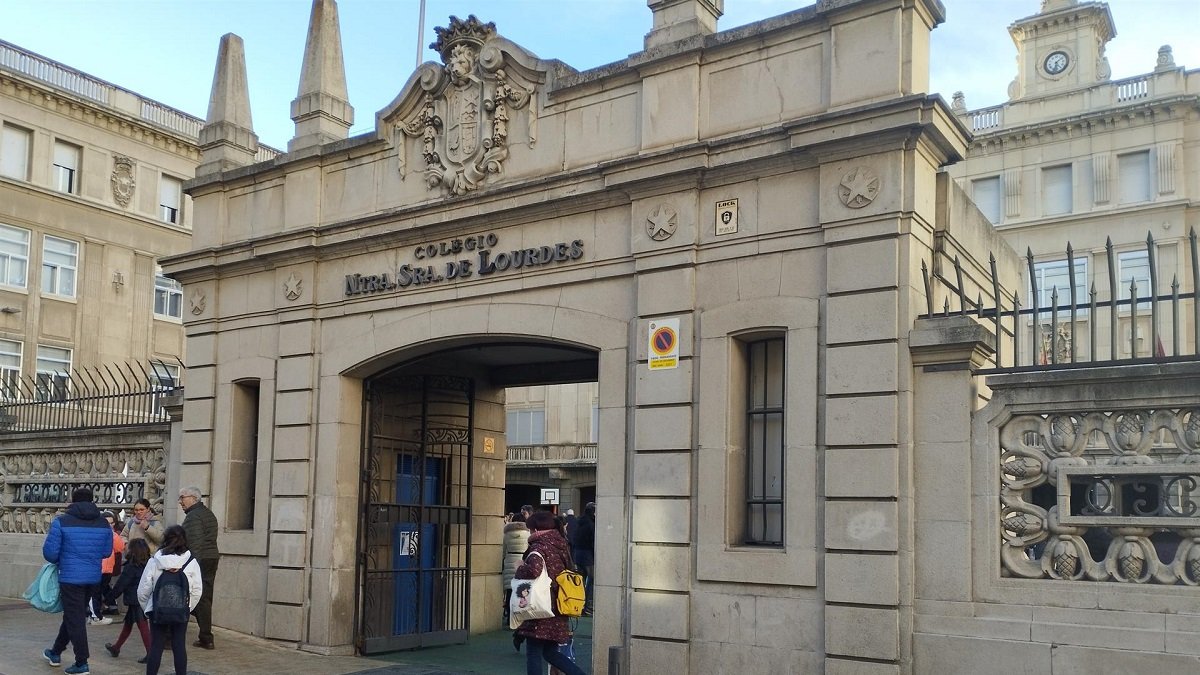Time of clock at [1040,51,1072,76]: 6:08
